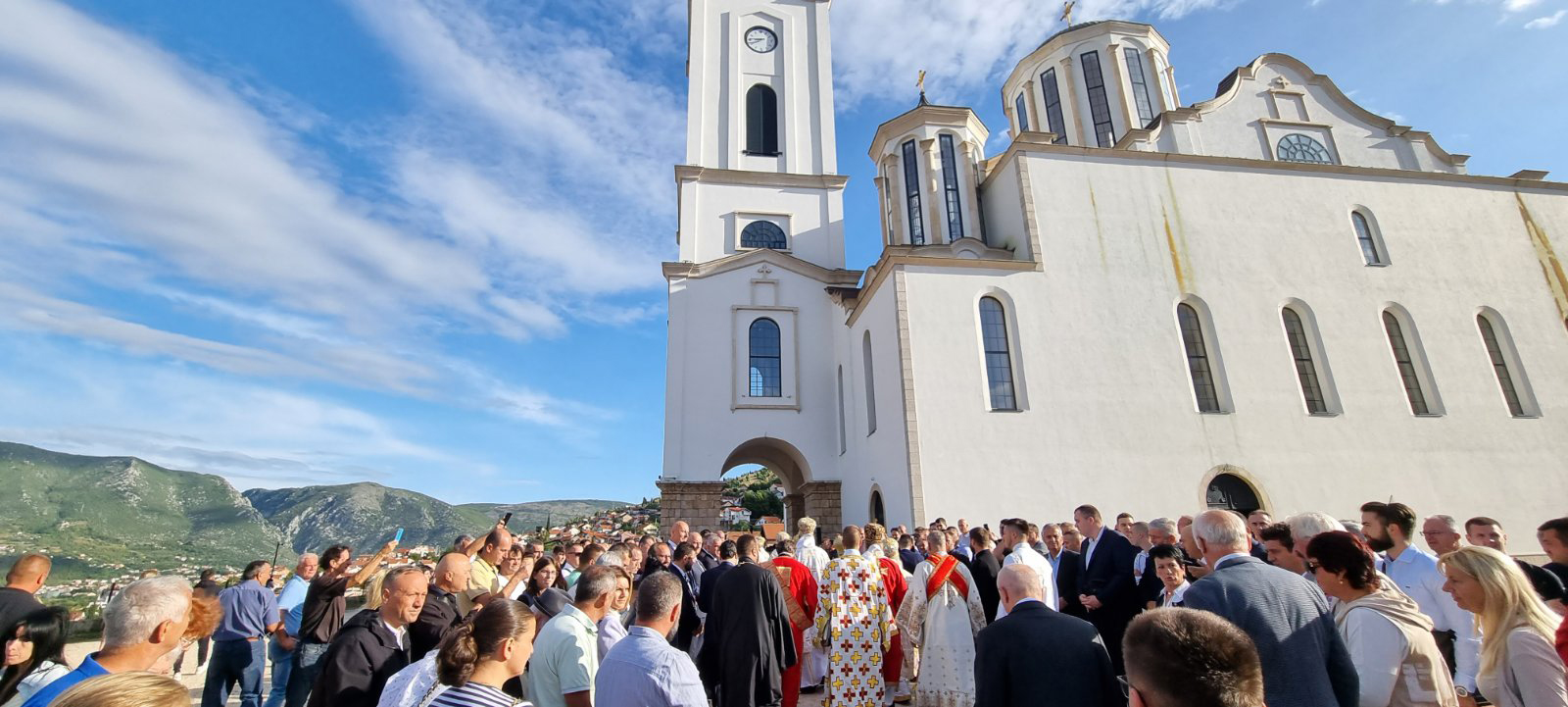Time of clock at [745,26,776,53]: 8:40
